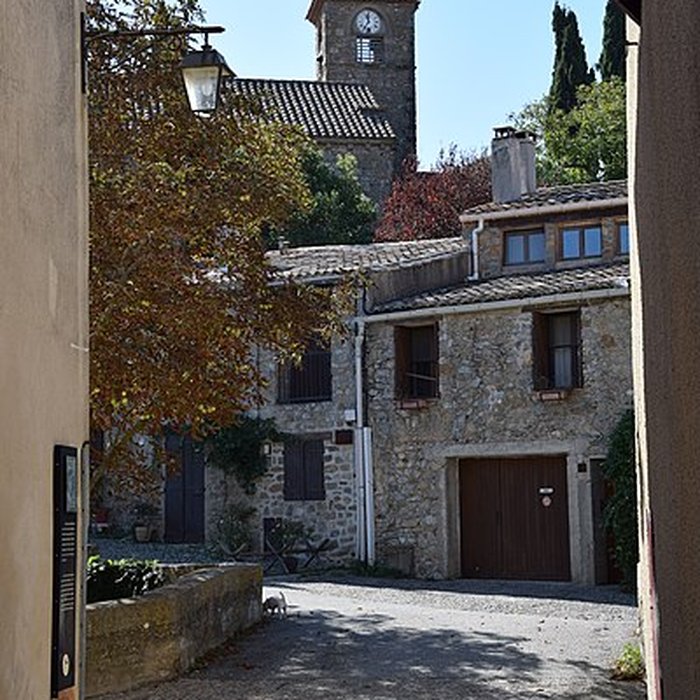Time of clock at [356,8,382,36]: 11:35
